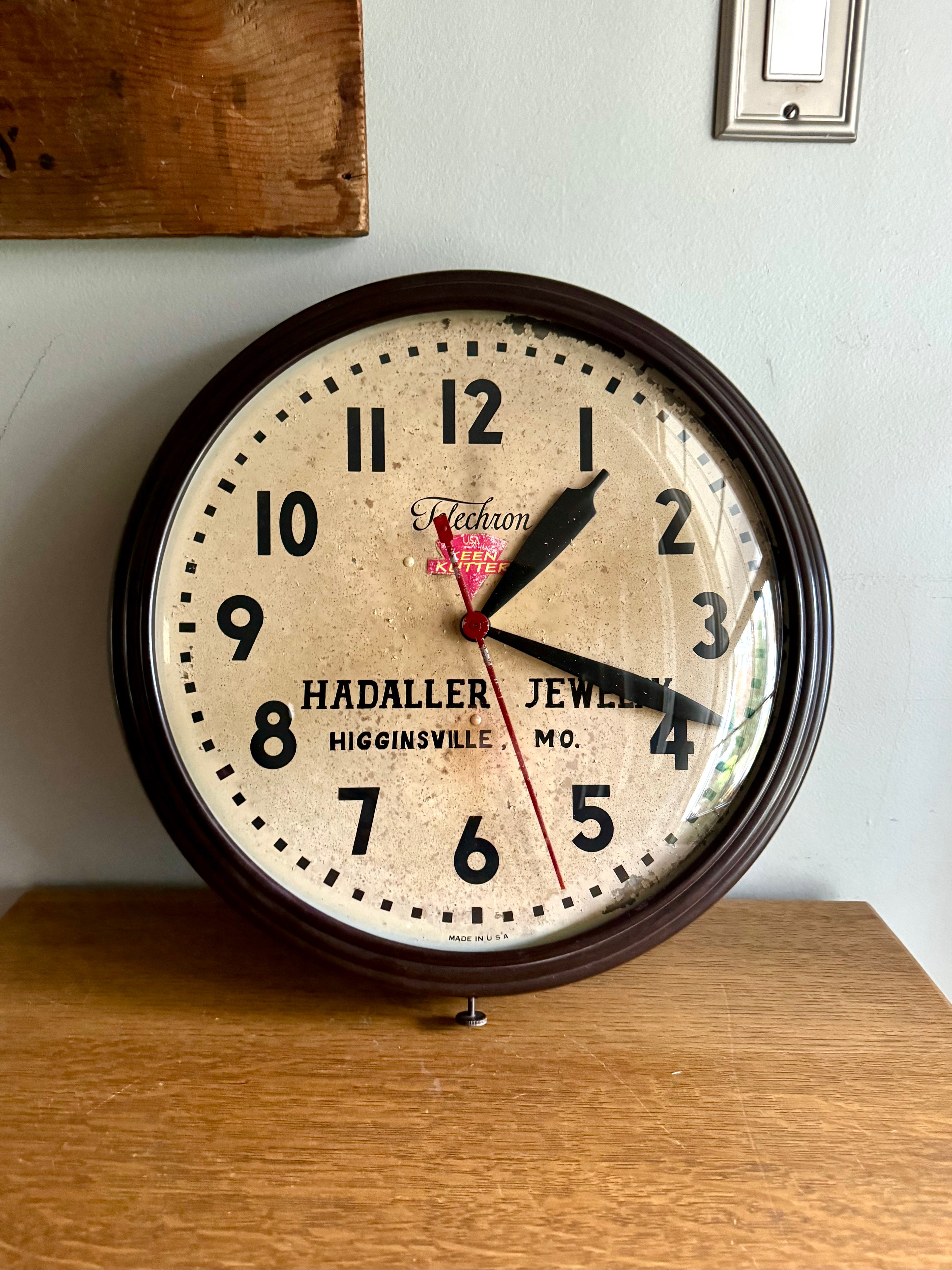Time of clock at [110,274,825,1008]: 1:18
